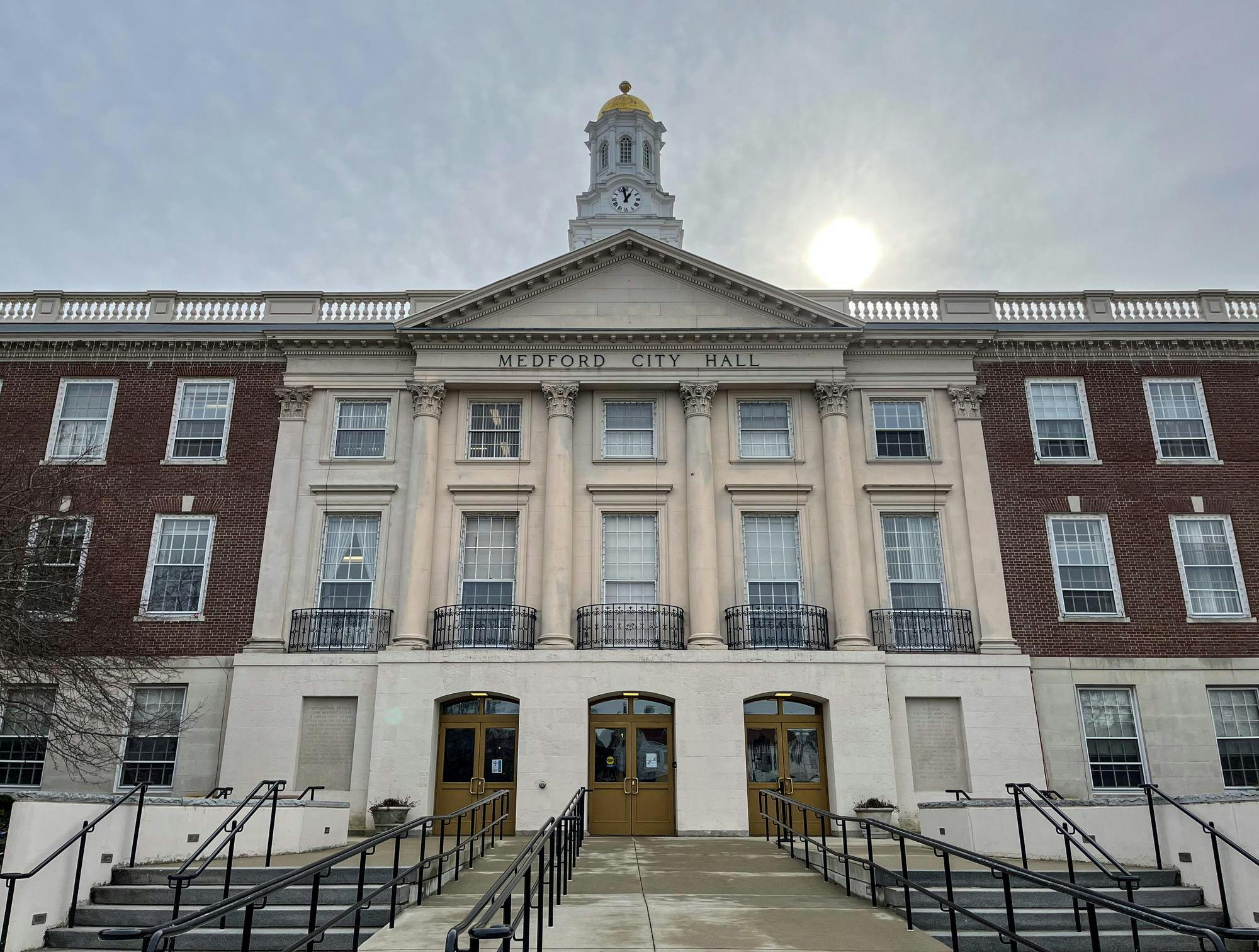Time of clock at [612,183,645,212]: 12:57
